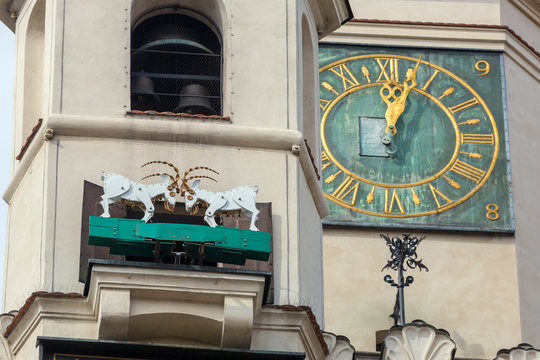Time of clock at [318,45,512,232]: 12:03
